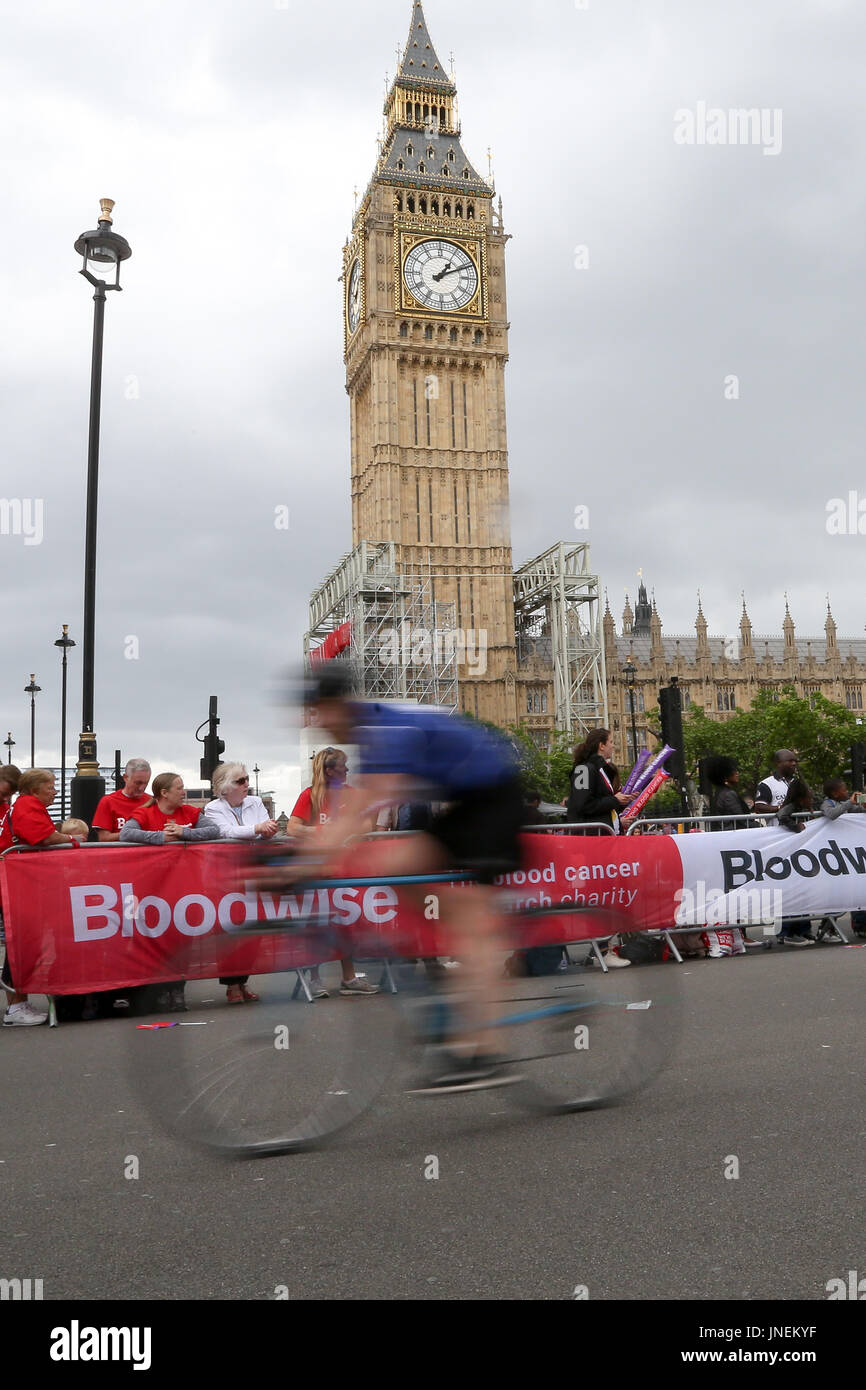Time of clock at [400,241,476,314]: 1:11
